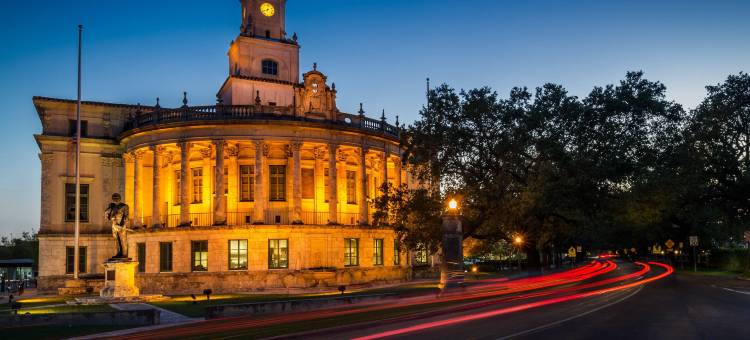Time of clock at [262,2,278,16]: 8:02
